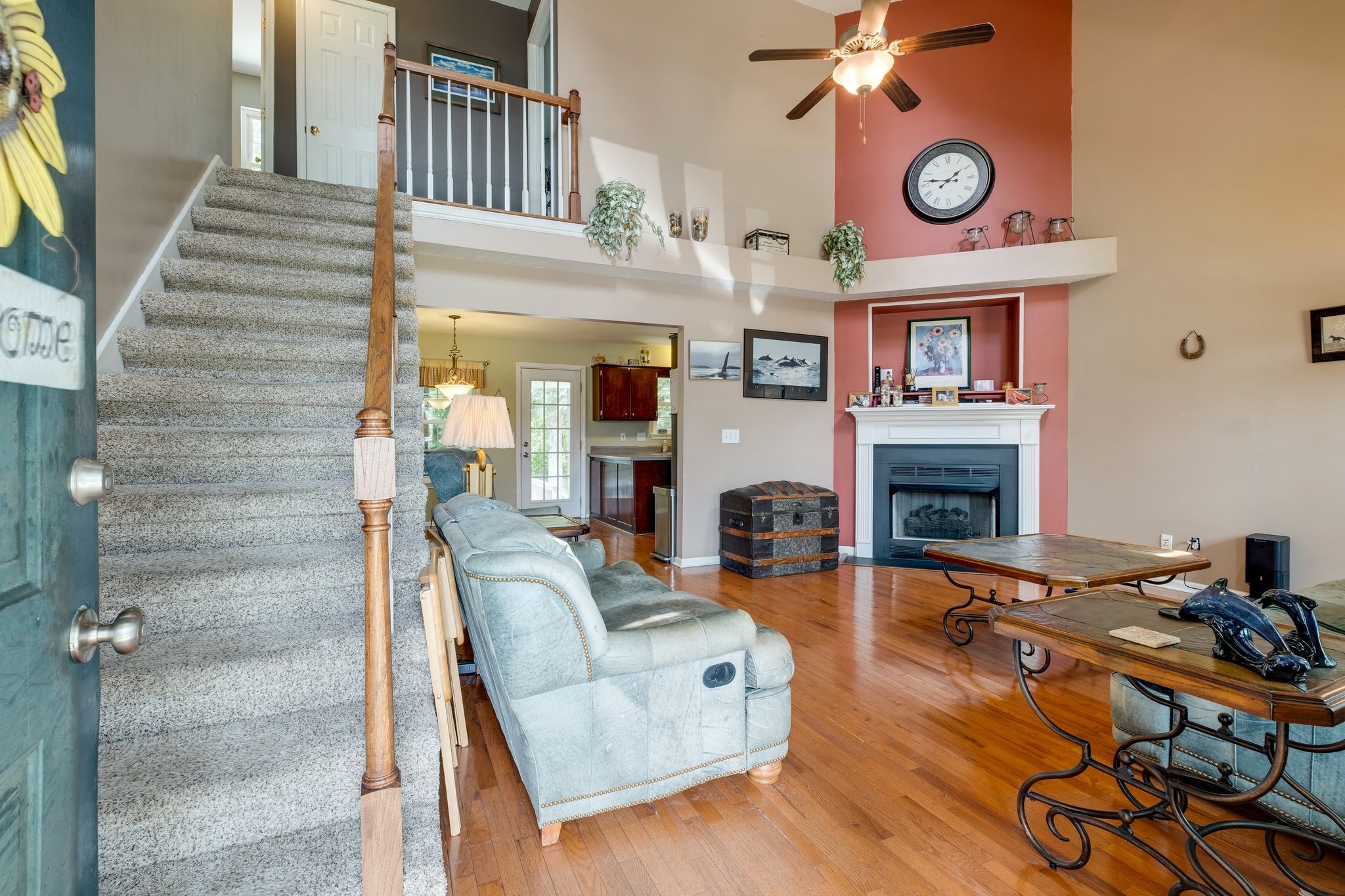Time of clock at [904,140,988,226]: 1:46
